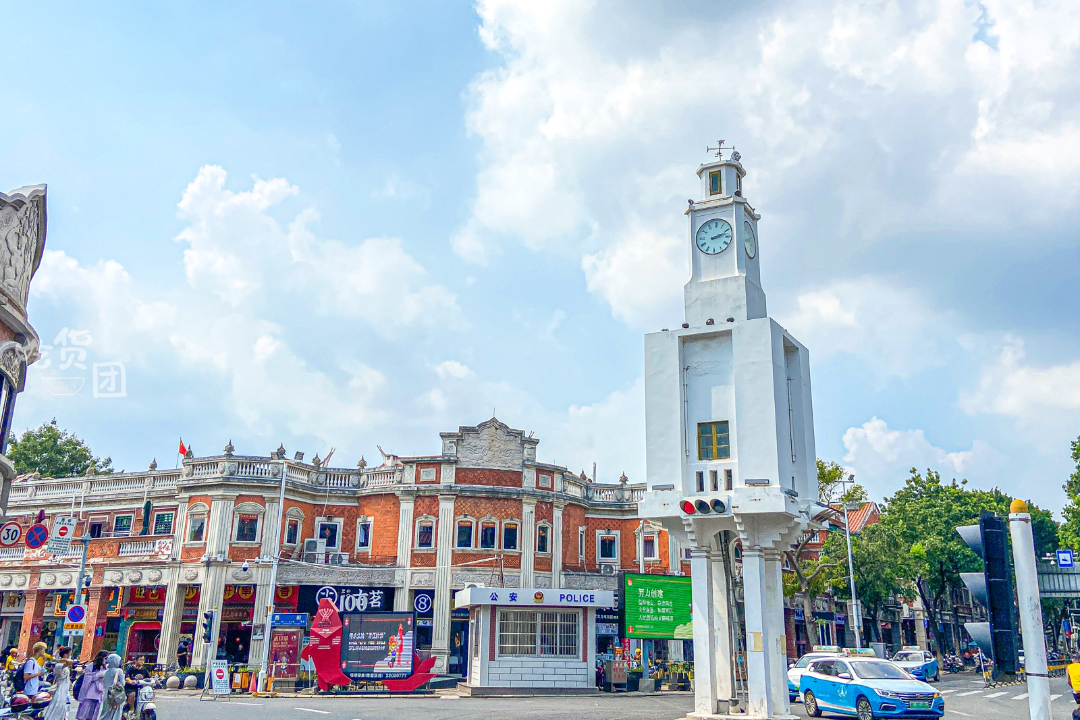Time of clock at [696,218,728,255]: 2:12
